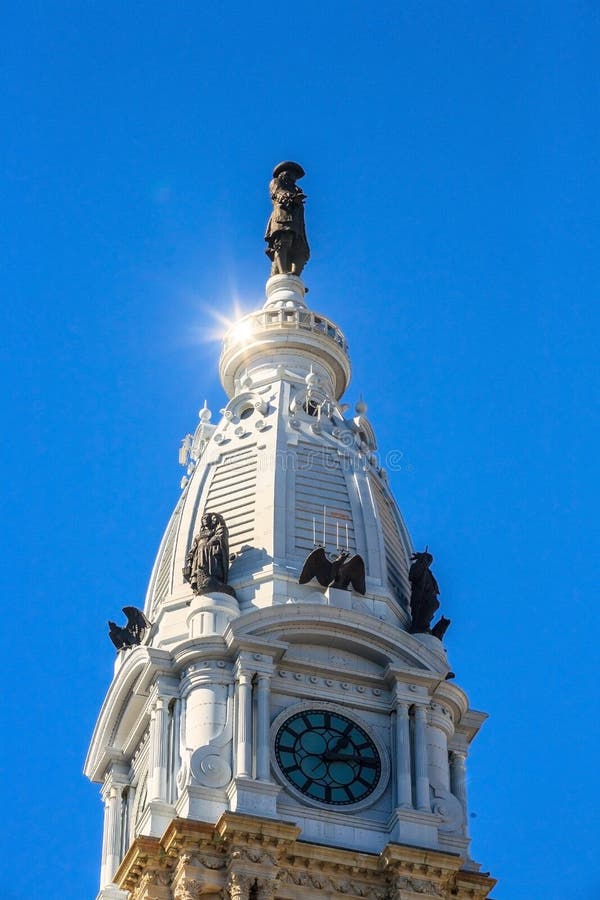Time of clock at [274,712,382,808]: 1:13
